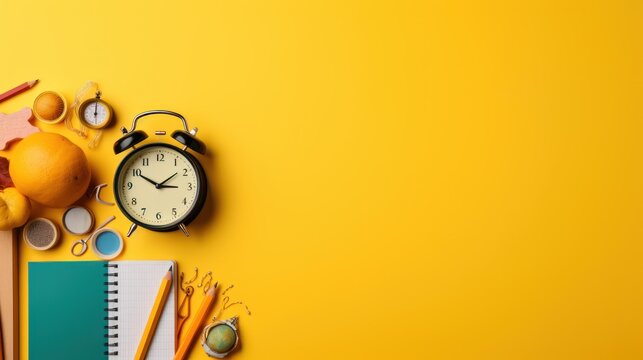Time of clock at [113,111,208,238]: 2:50
